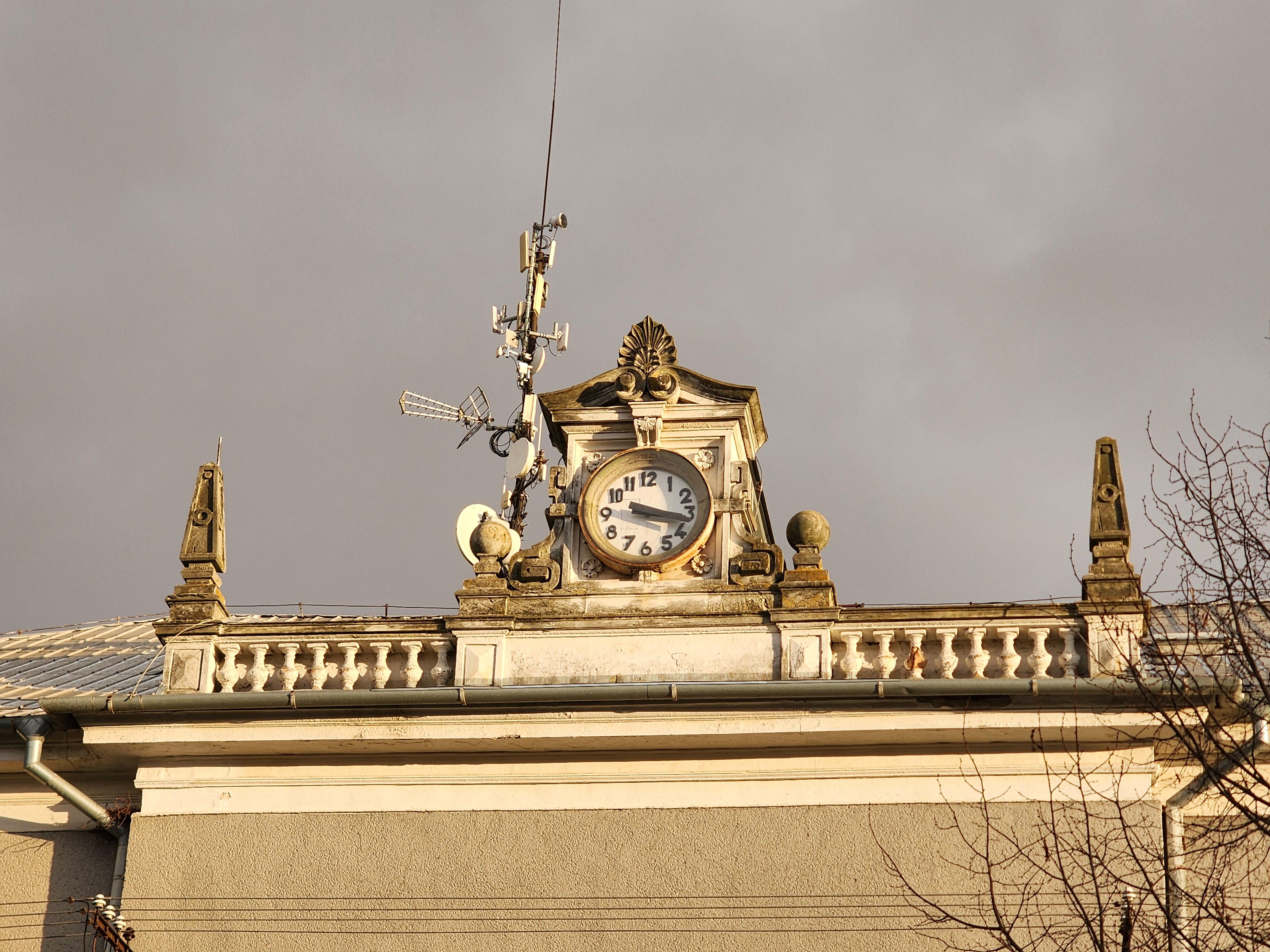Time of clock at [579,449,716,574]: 3:16
